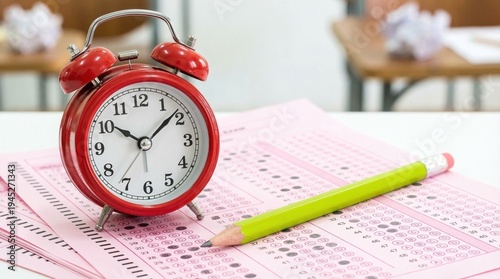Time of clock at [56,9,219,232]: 10:08
